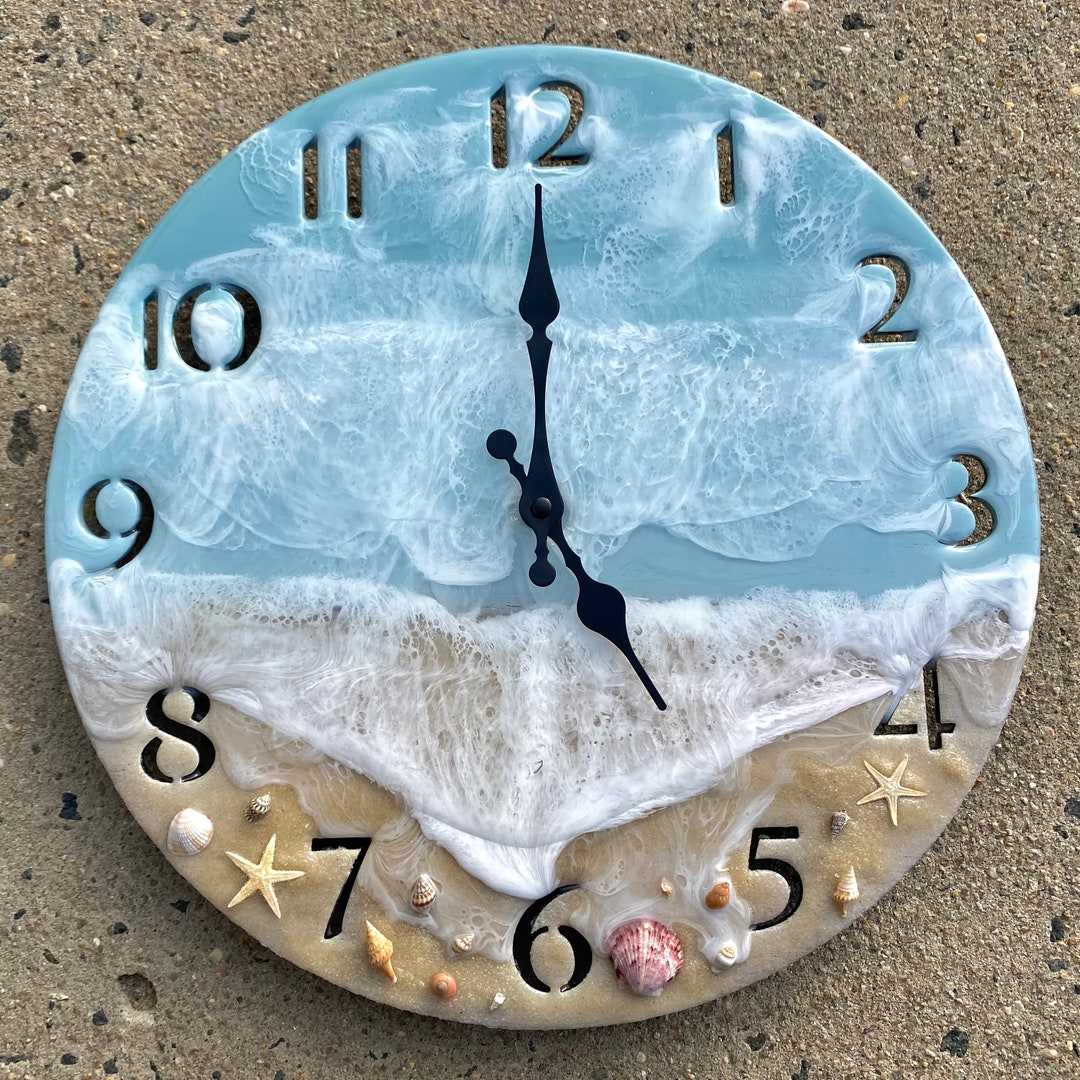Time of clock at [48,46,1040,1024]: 5:00
